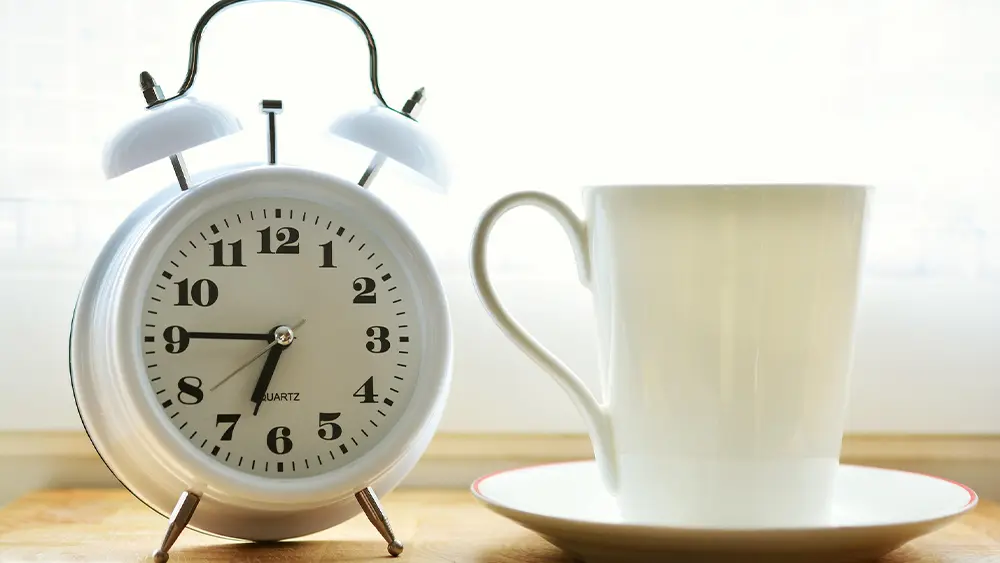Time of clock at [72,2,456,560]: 6:45
